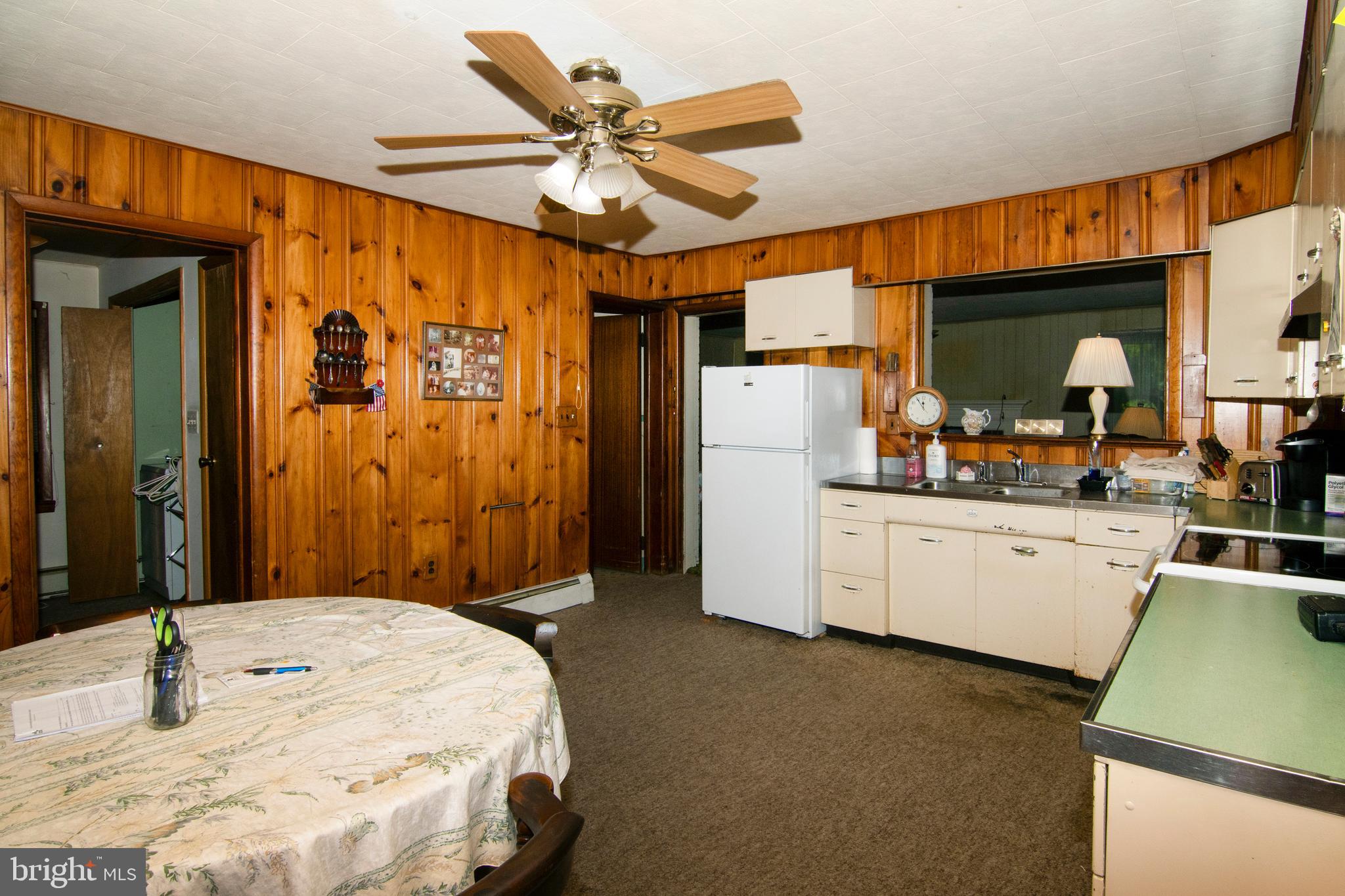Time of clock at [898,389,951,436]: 11:54
